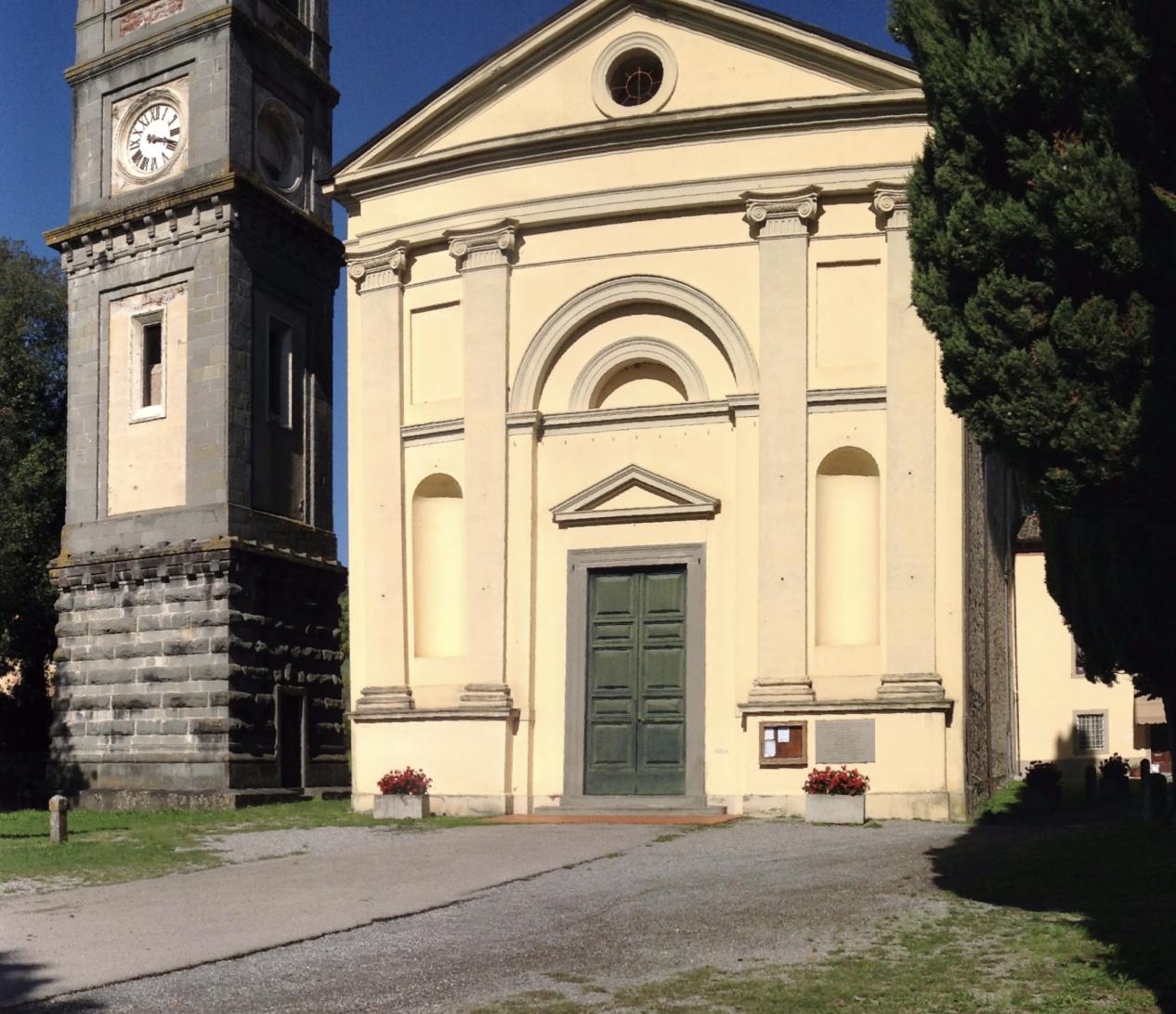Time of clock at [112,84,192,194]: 3:18
